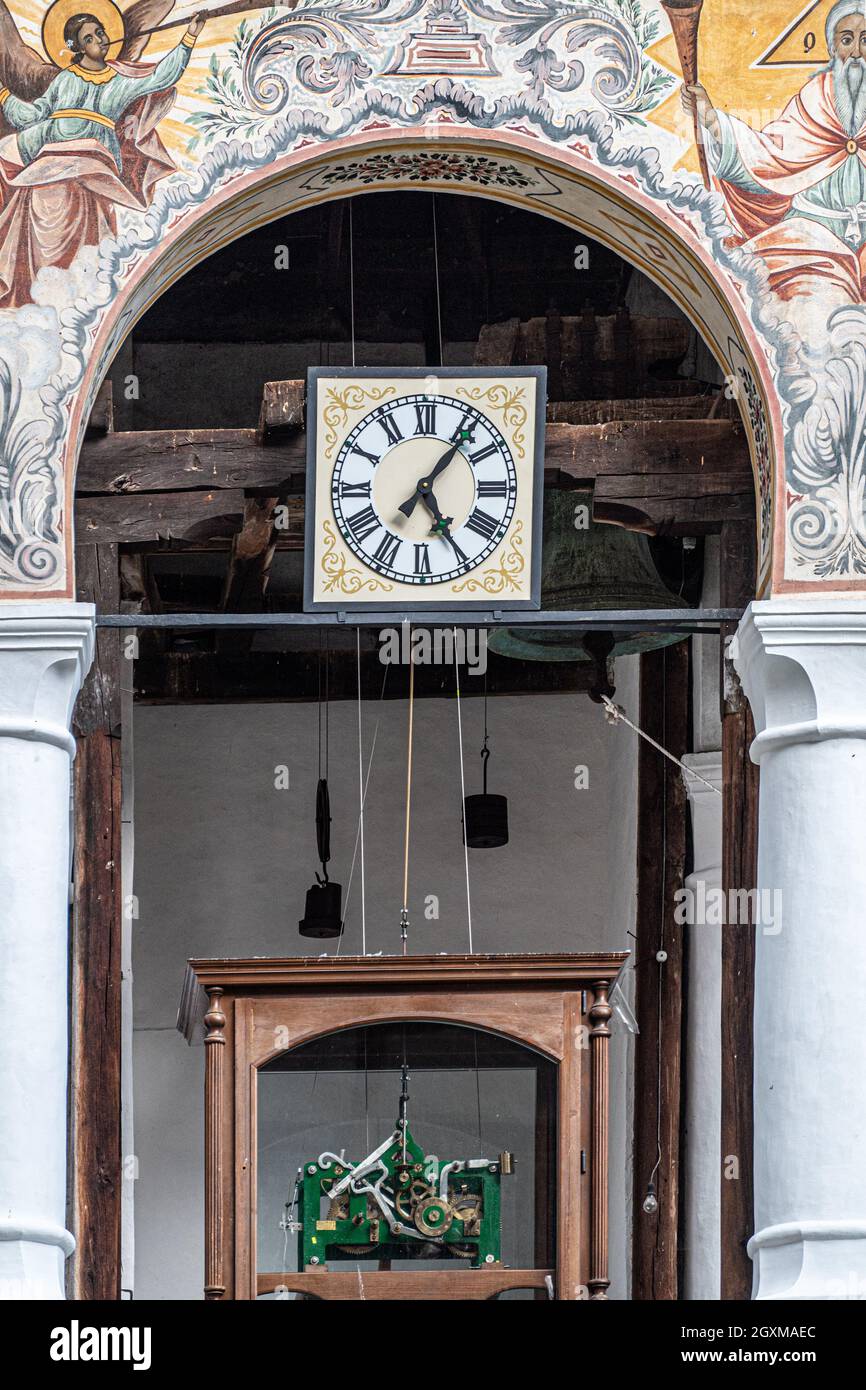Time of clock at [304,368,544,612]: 5:06
